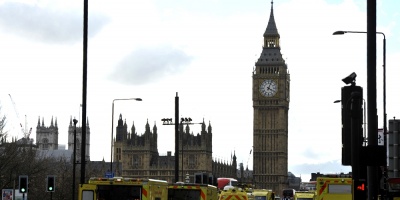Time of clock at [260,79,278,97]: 4:03
